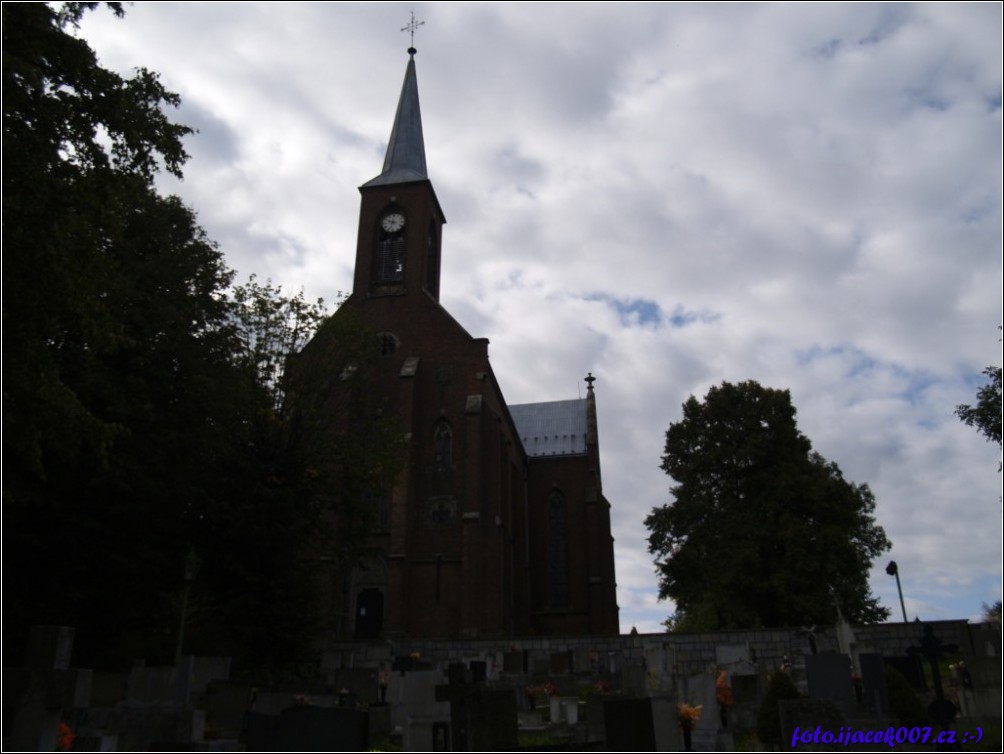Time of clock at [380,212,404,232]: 9:33
